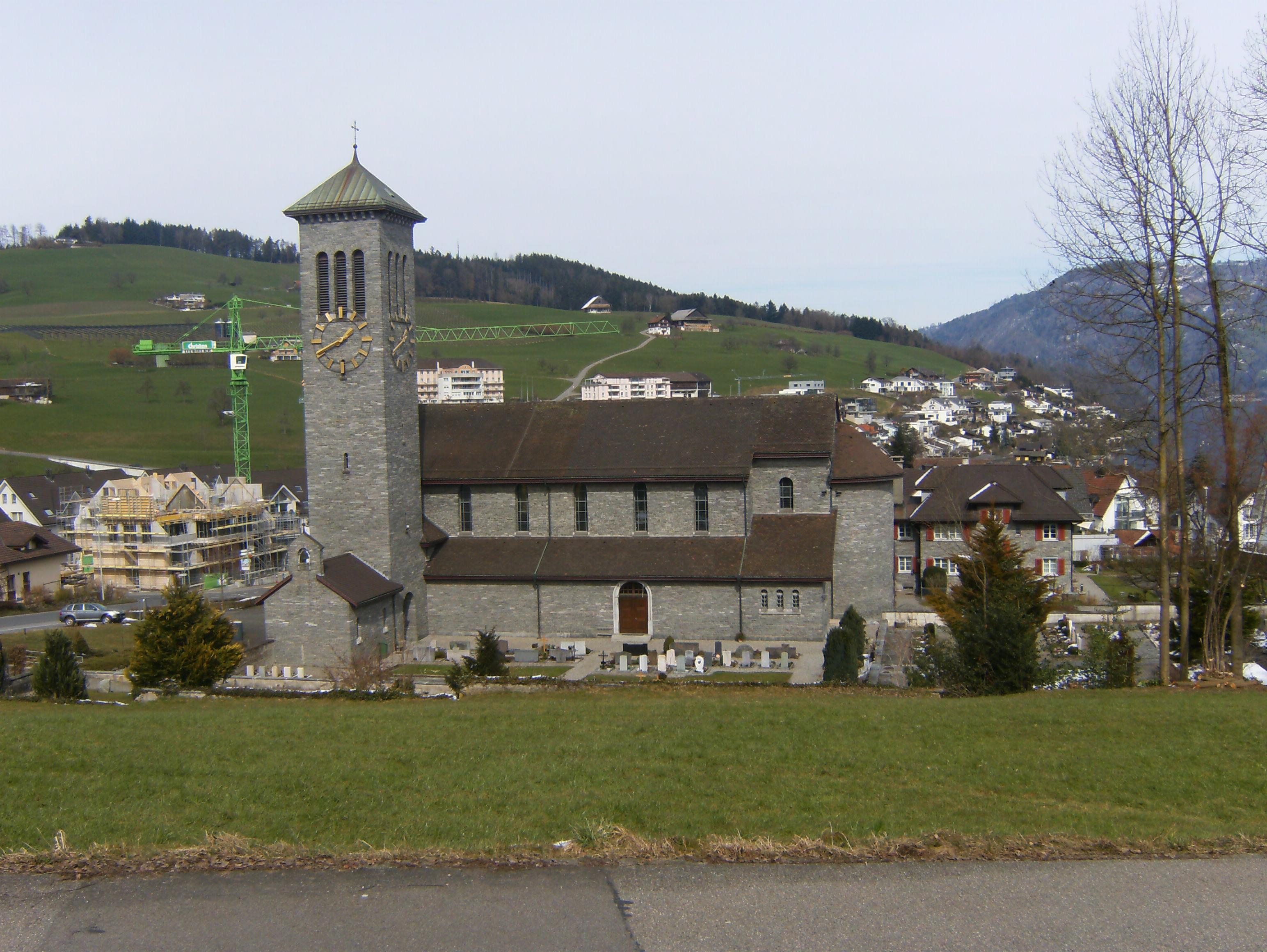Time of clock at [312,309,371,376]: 1:40
